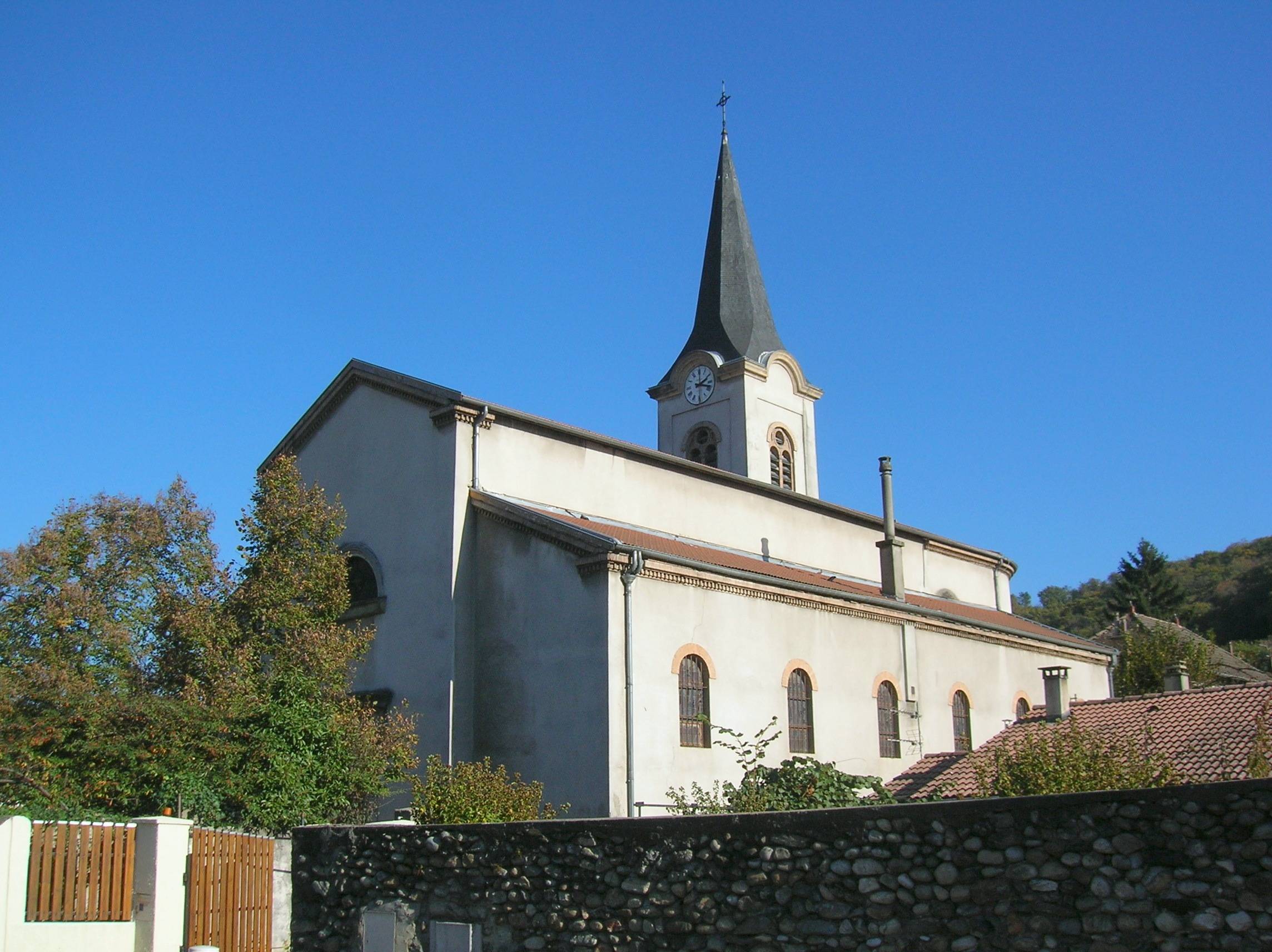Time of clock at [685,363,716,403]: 2:18
